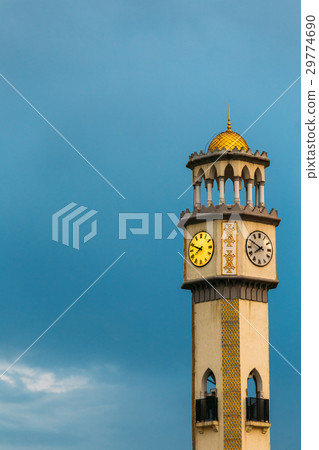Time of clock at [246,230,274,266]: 7:49
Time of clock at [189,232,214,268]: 7:48
